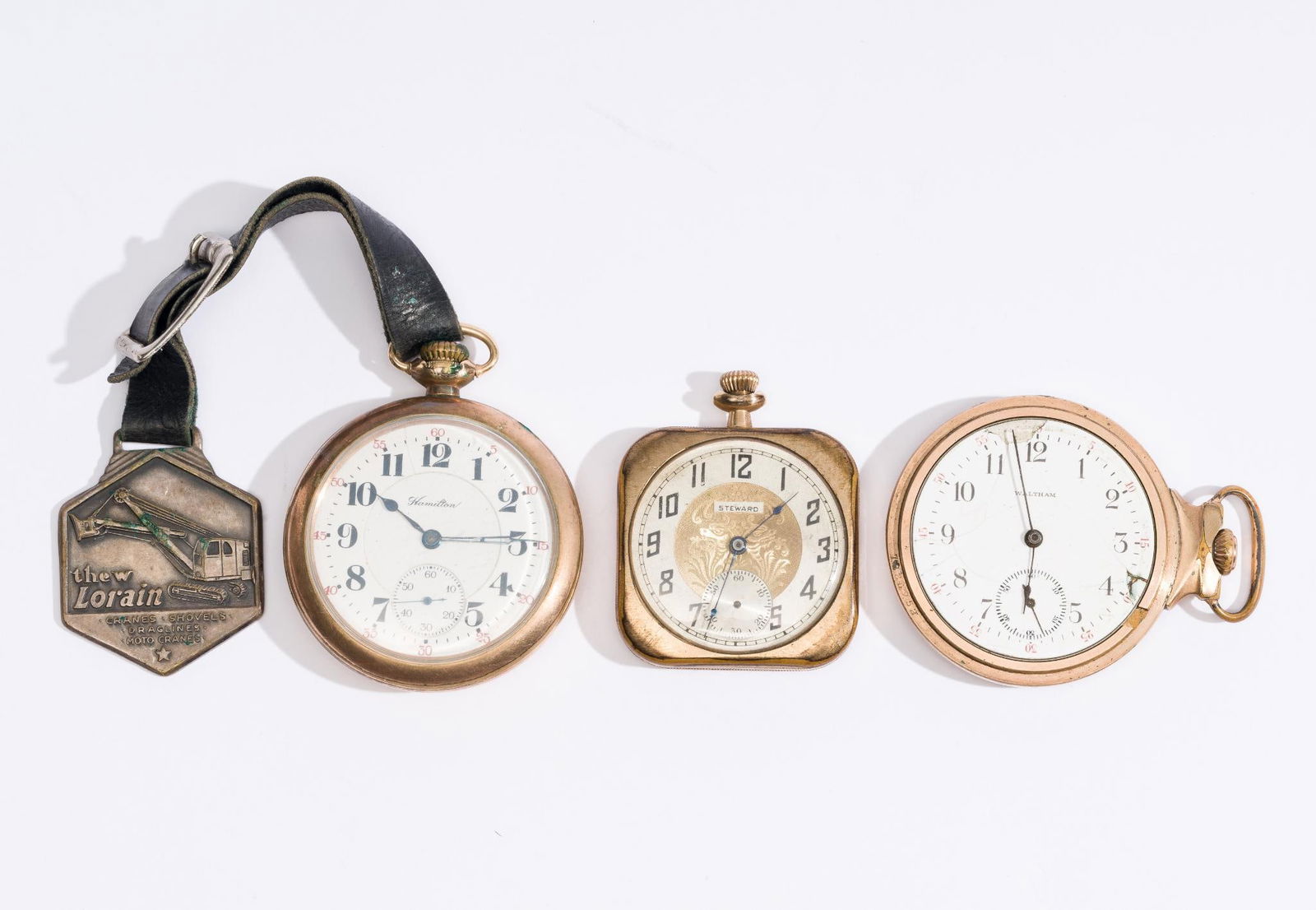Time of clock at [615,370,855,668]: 1:33
